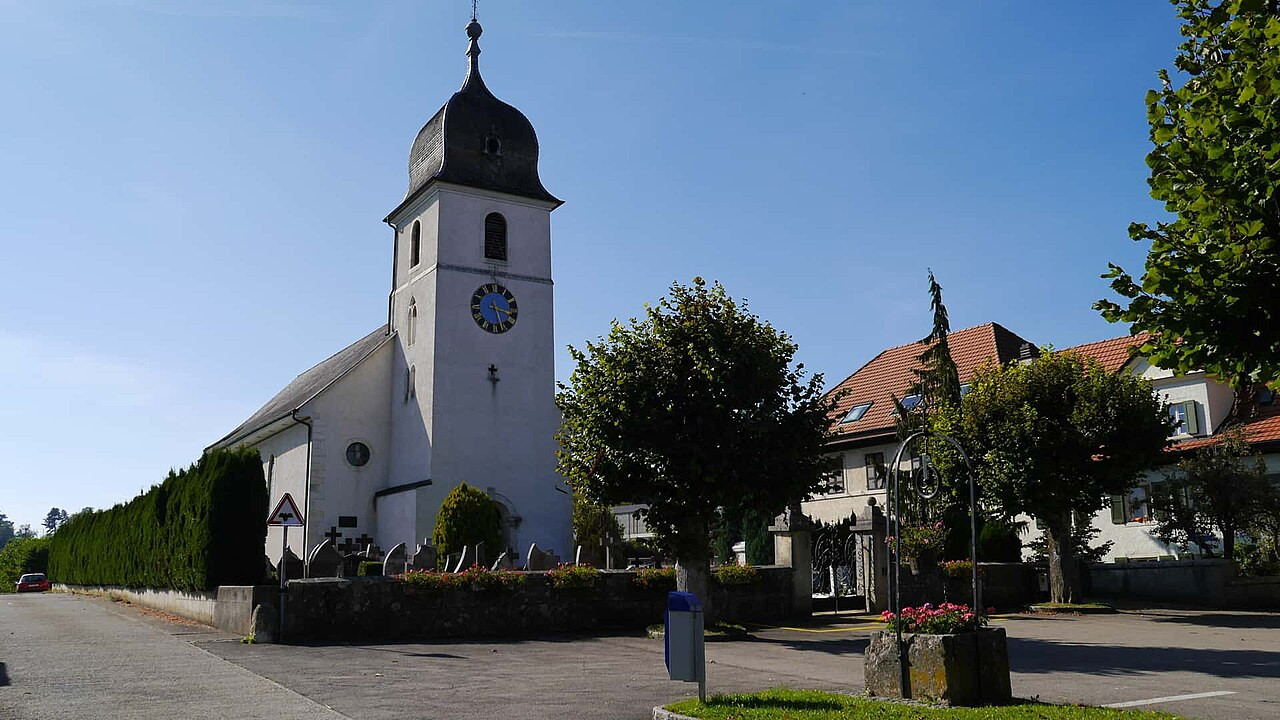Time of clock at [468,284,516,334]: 3:27
